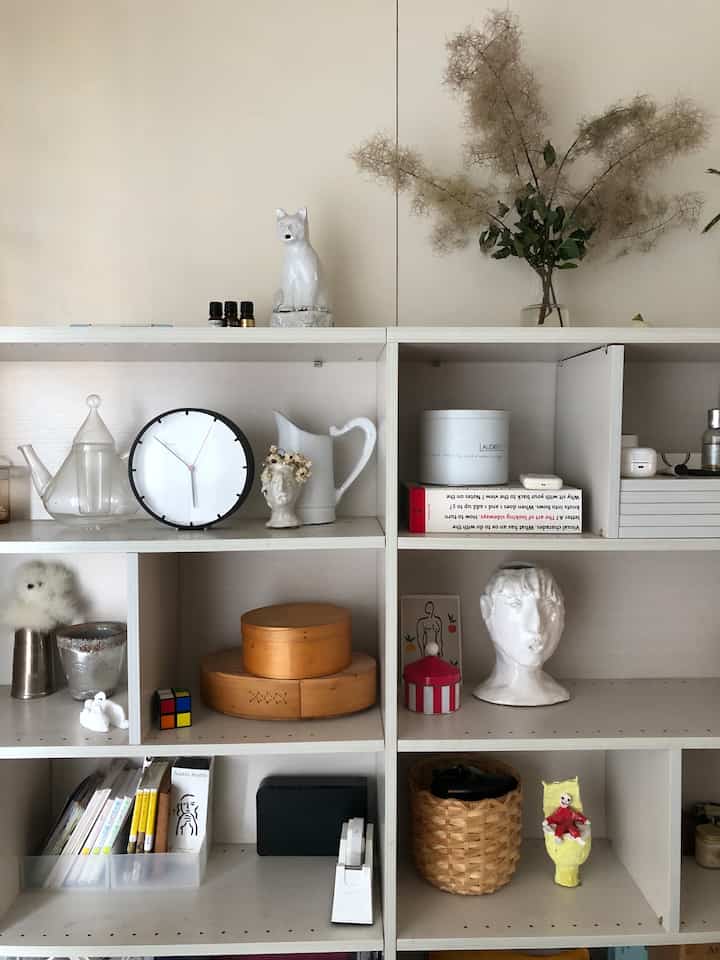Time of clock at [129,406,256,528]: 5:52
